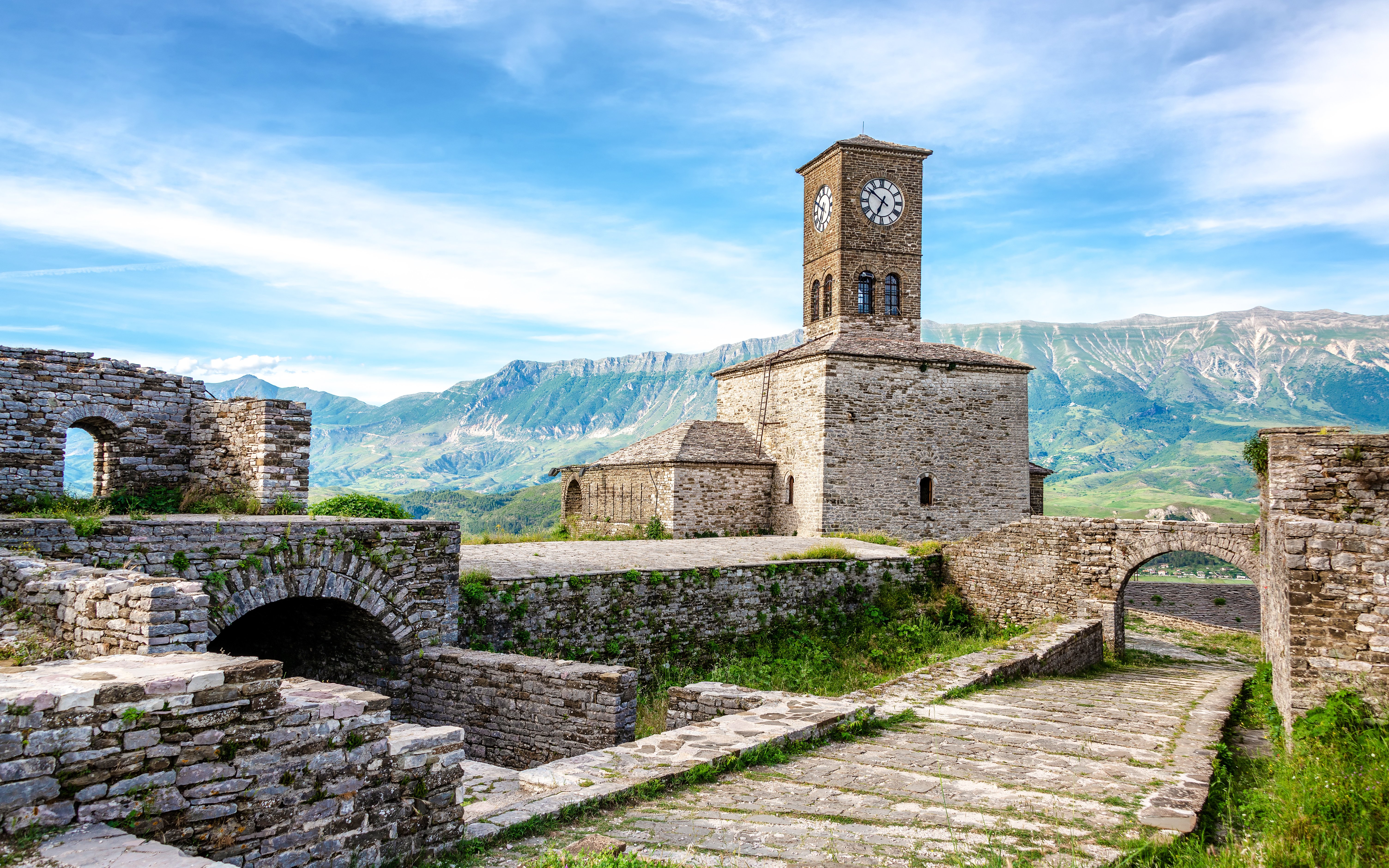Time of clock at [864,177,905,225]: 6:51
